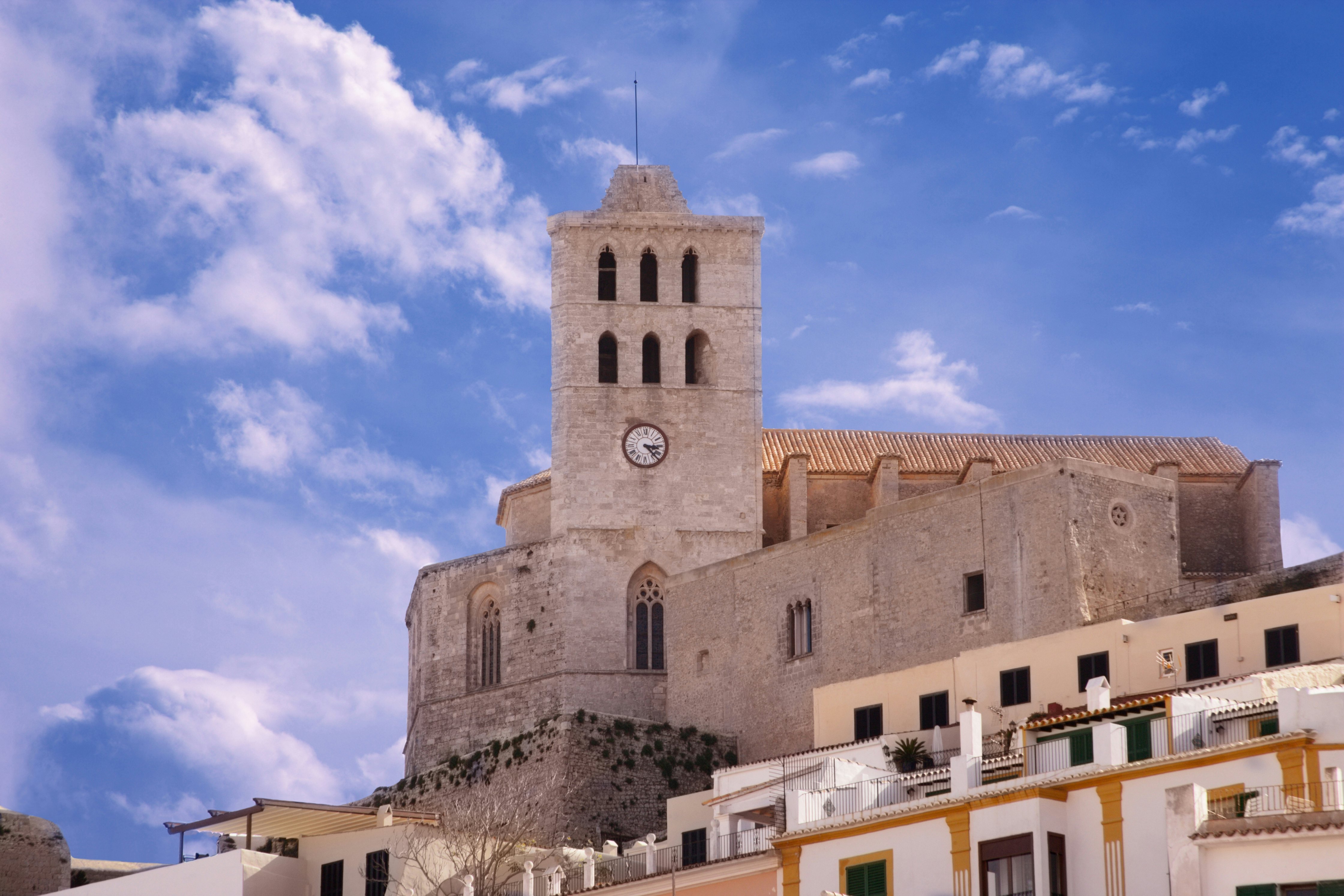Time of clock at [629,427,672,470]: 3:22
